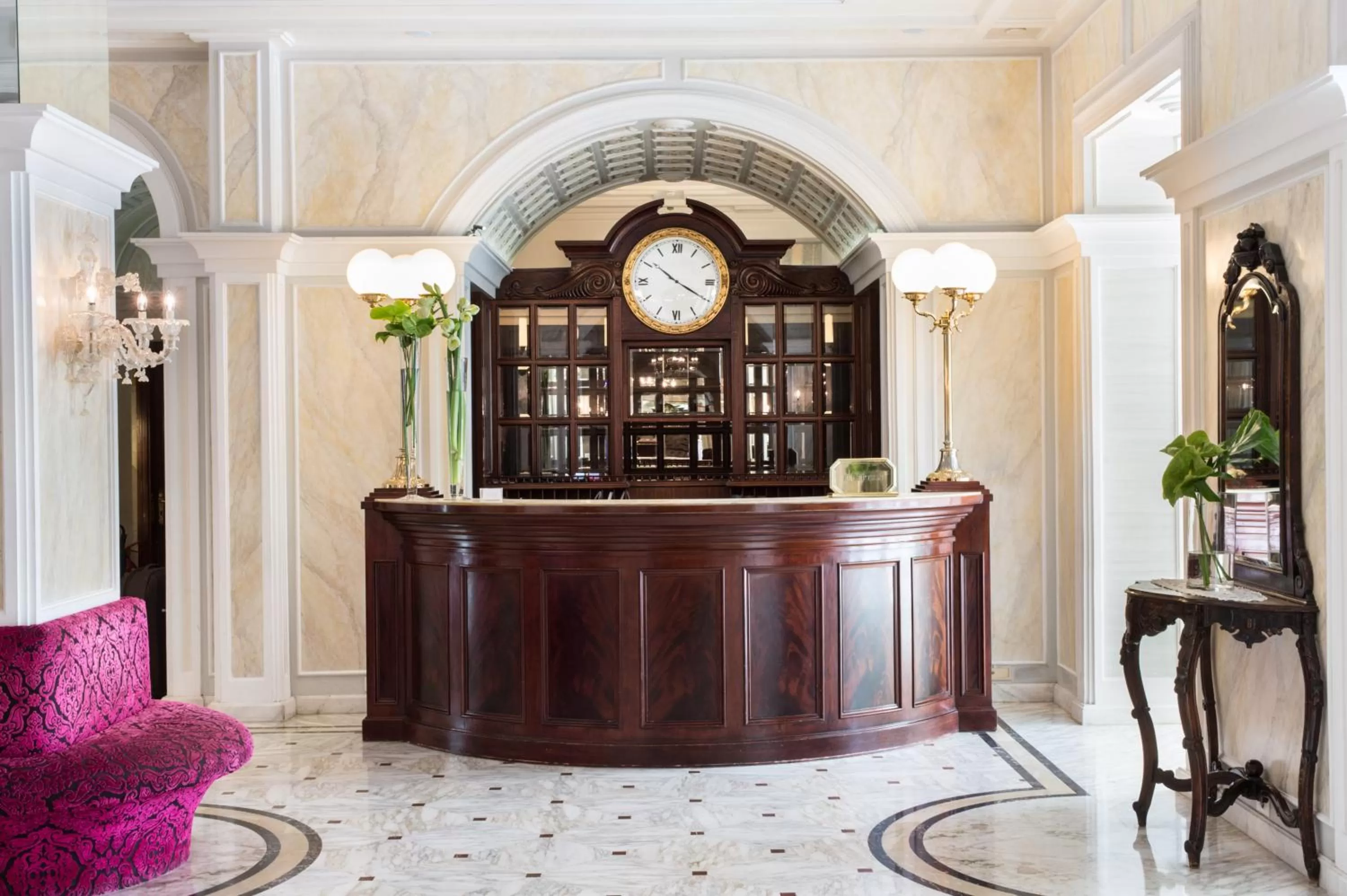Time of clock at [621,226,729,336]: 10:19
